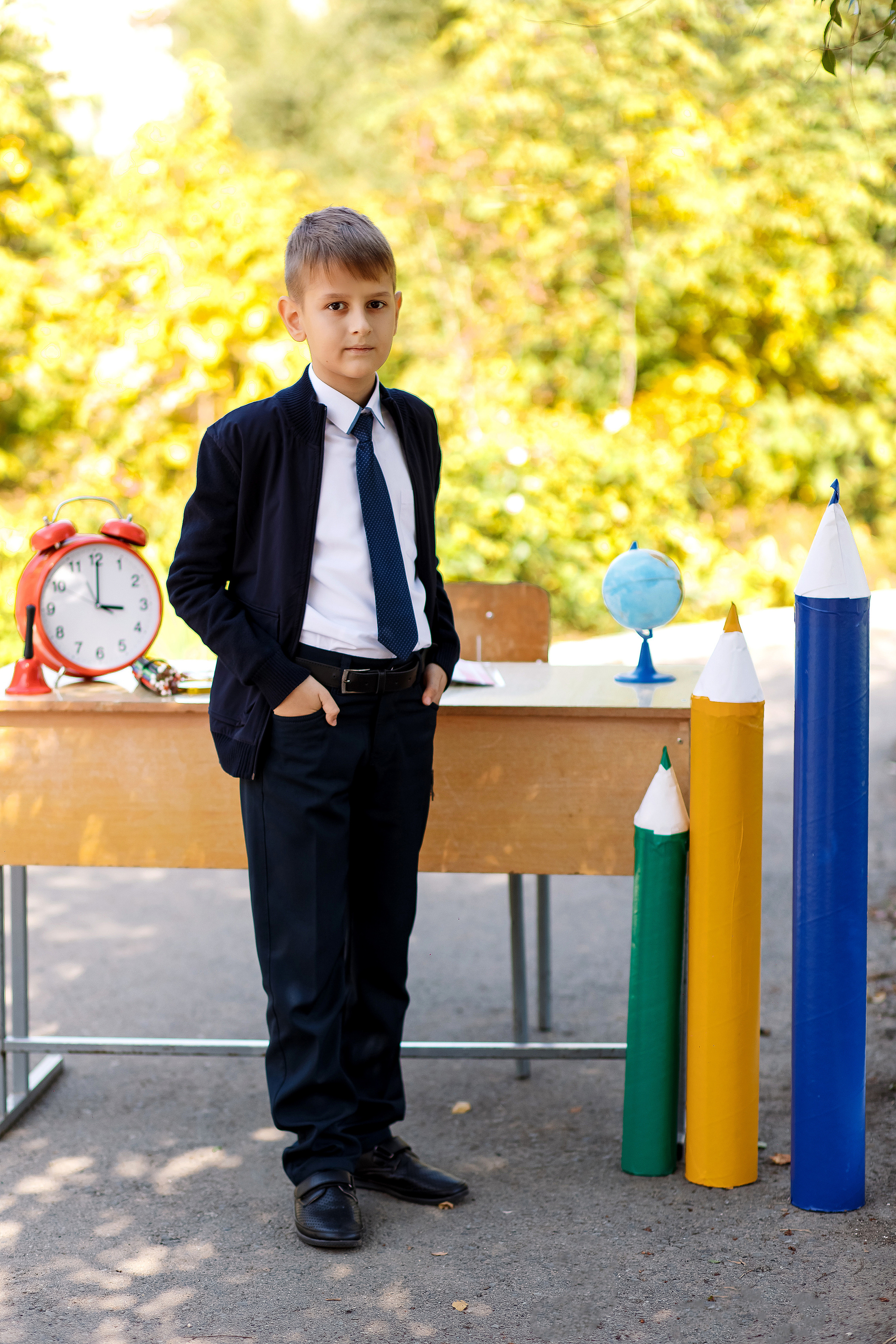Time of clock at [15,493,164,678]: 3:00
